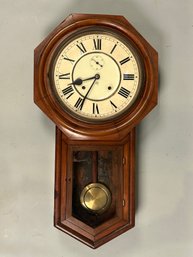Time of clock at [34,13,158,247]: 8:34
